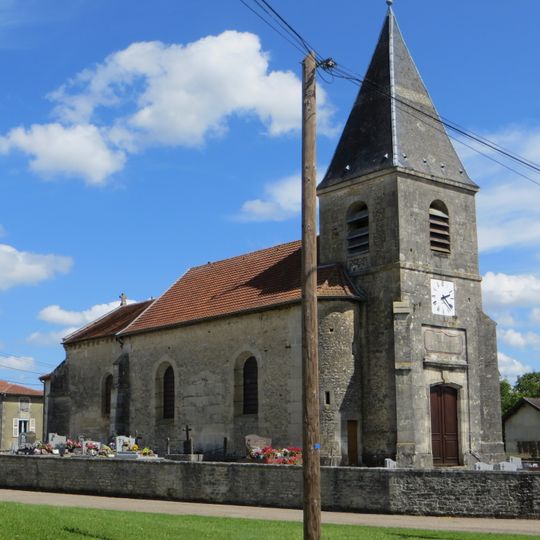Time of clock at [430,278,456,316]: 2:21
